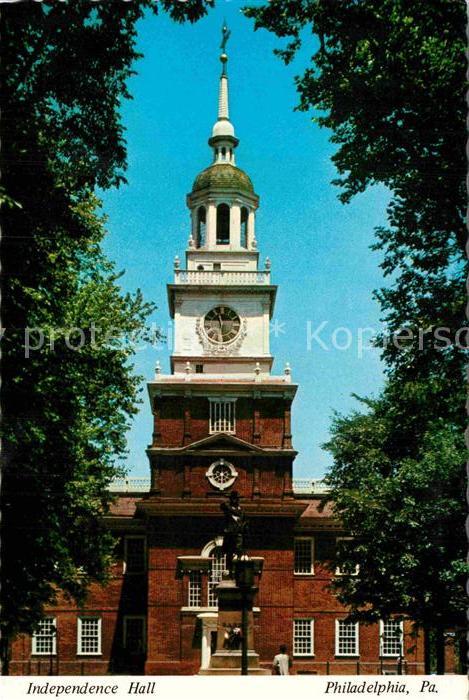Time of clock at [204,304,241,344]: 11:29
